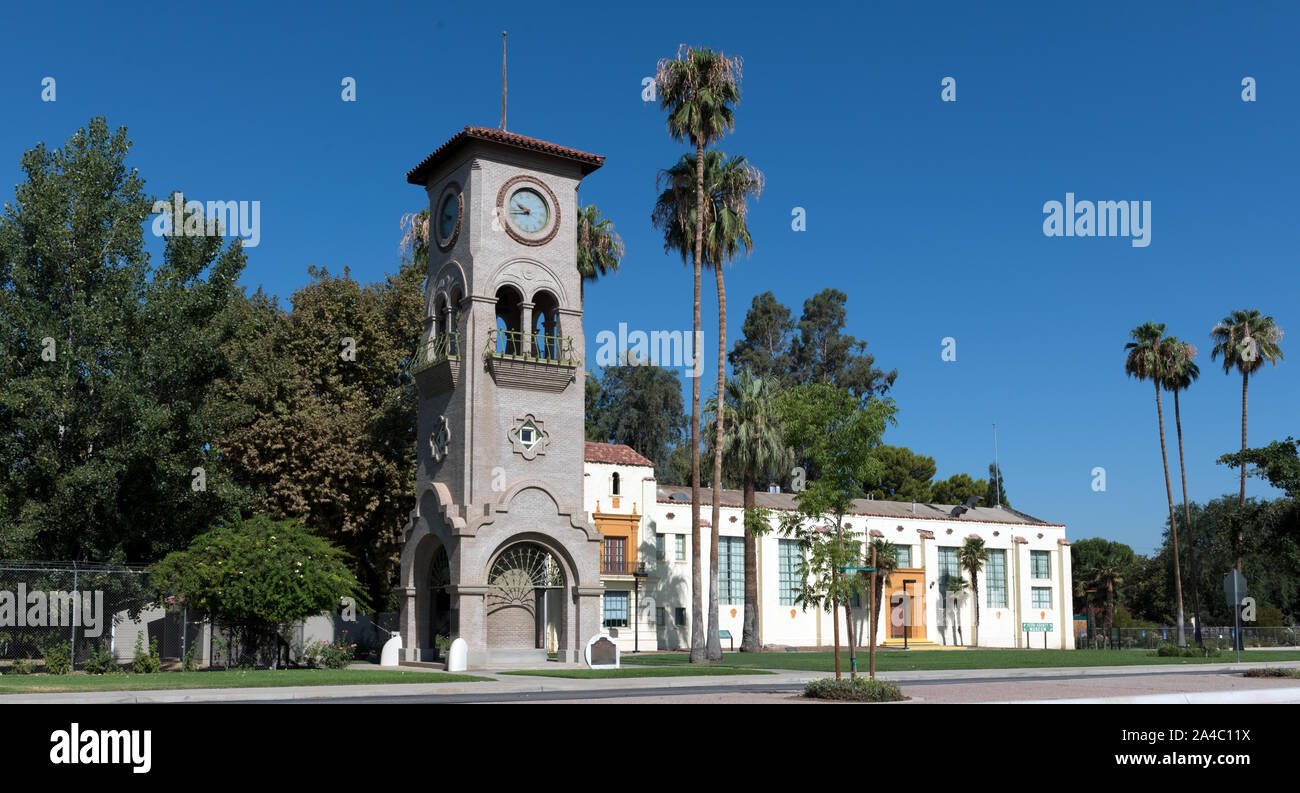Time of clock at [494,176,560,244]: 9:43
